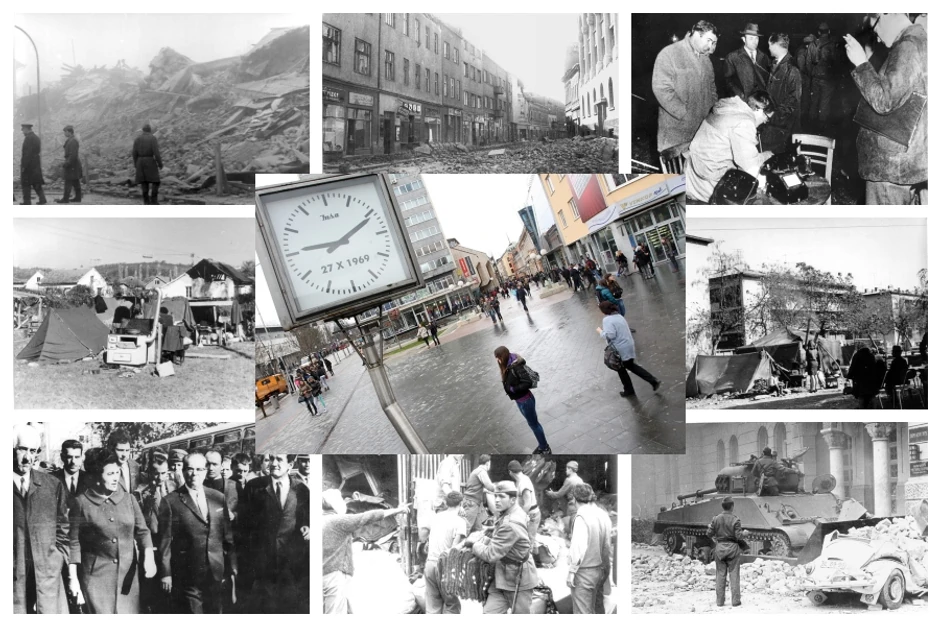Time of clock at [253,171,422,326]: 9:11
